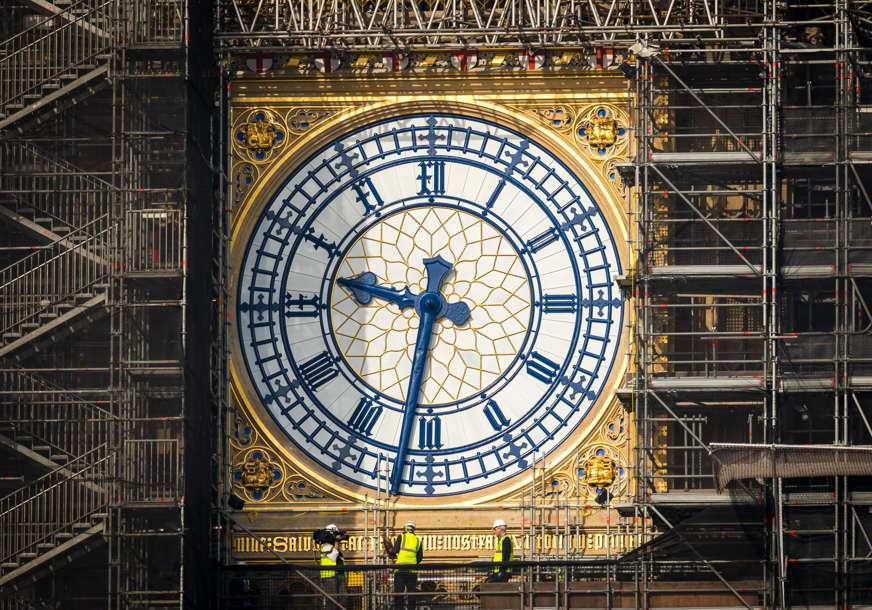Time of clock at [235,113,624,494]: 9:31
